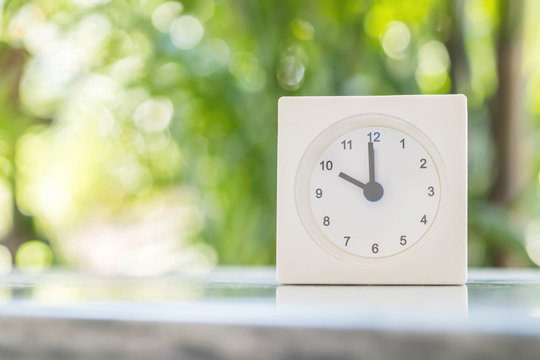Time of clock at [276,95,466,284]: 9:59
